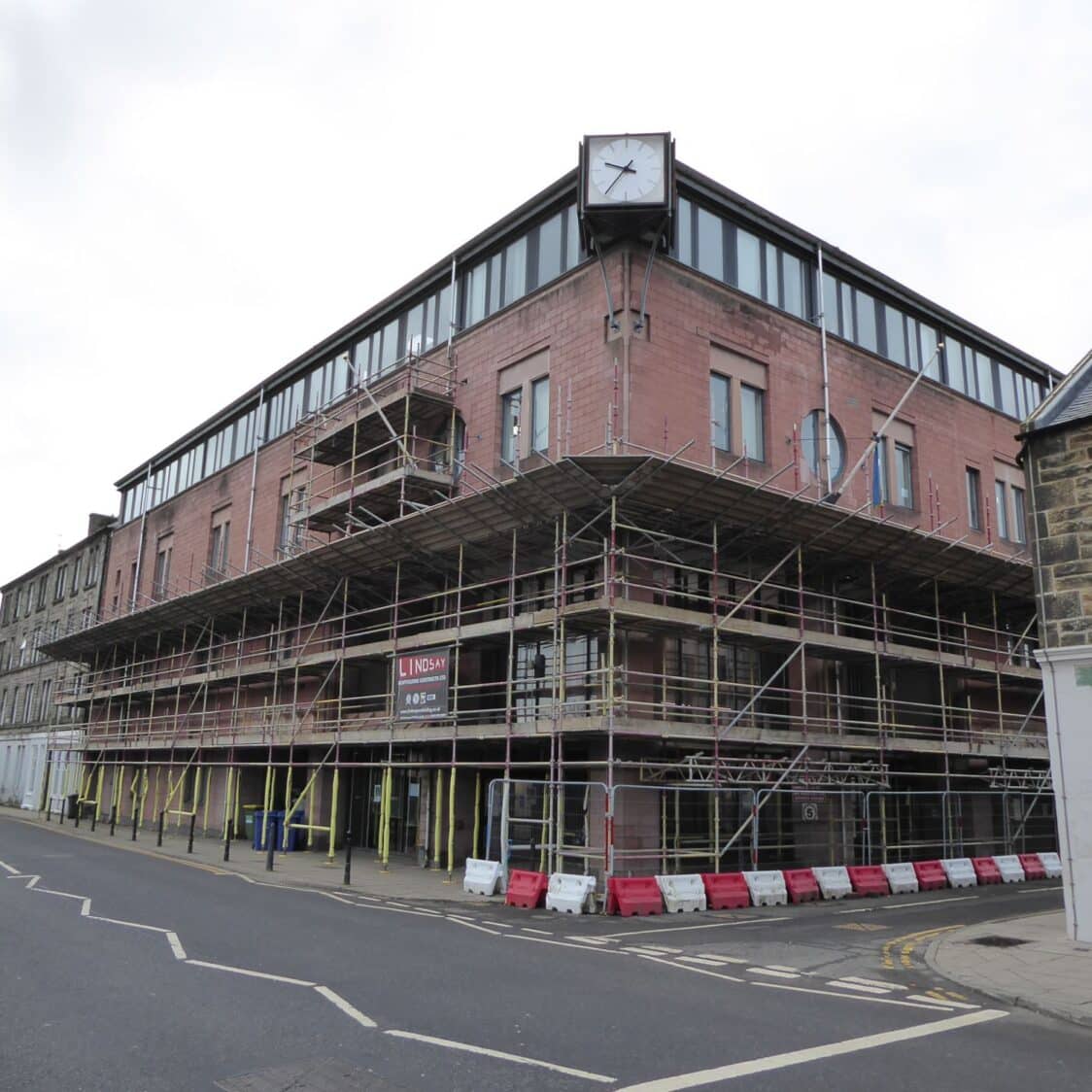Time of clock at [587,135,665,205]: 9:36
